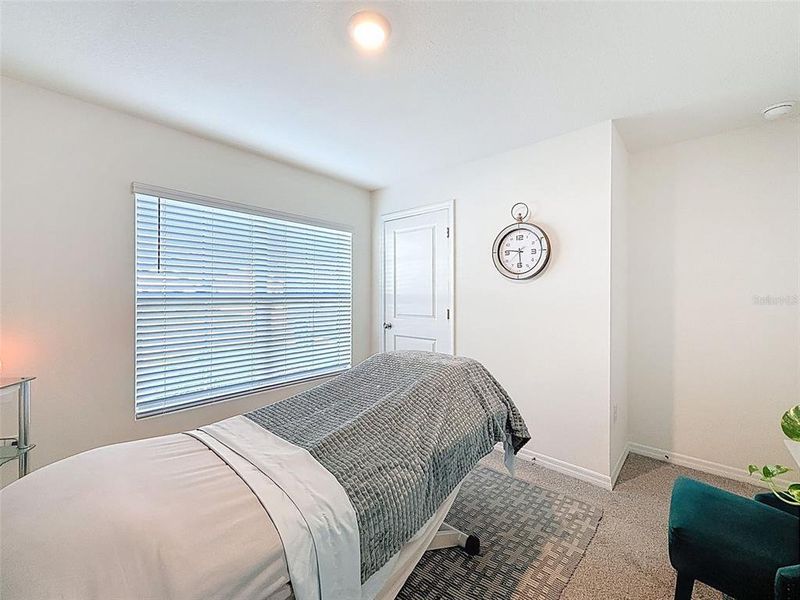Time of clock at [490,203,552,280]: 5:45
